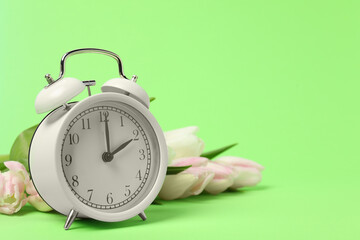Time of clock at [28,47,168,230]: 2:00
